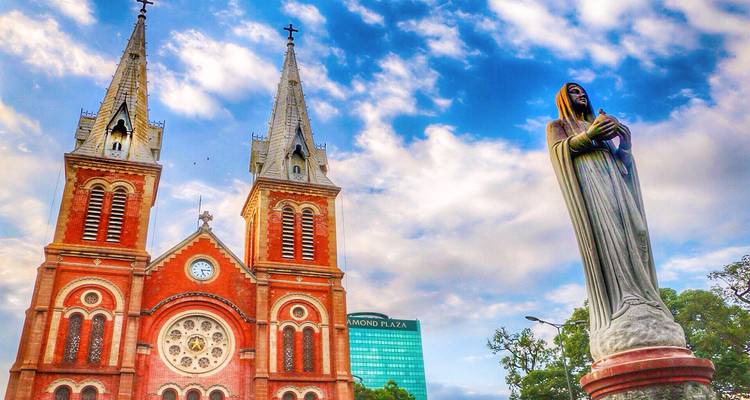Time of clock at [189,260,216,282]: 5:14
